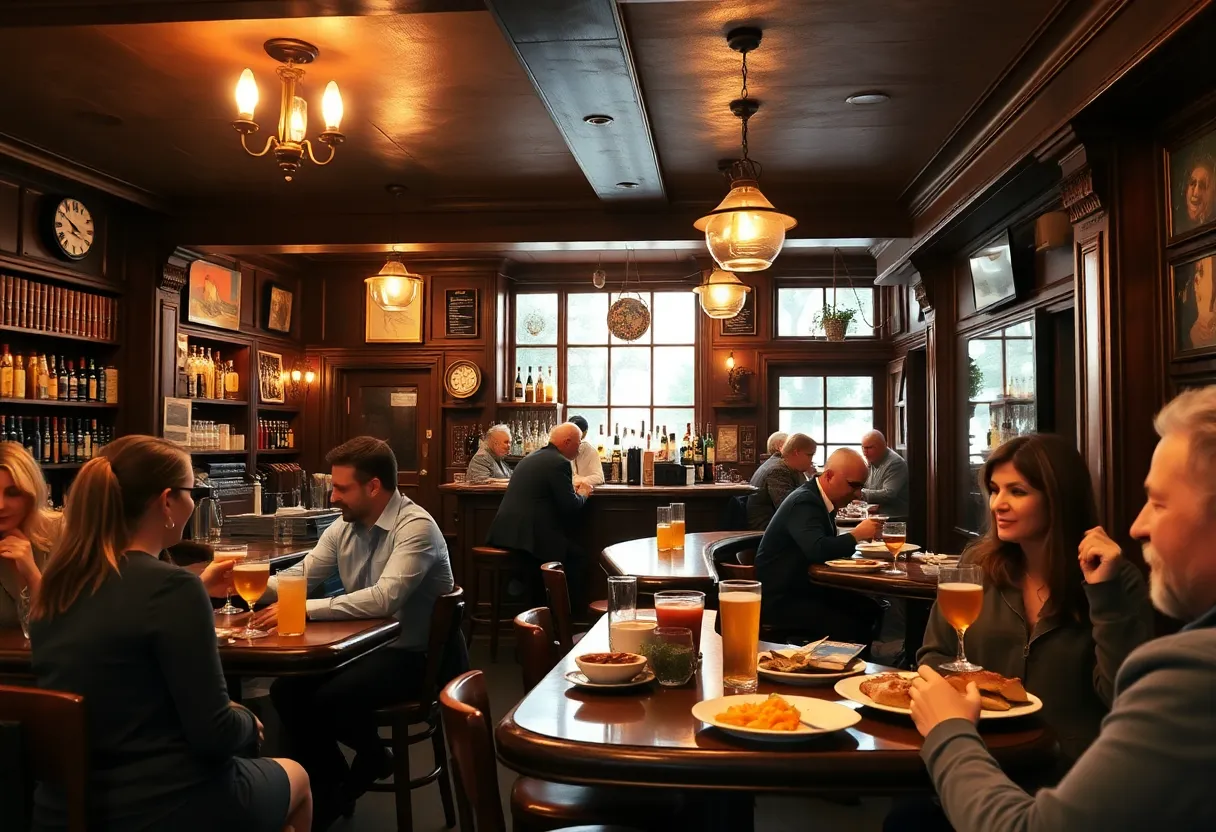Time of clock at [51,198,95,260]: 3:50
